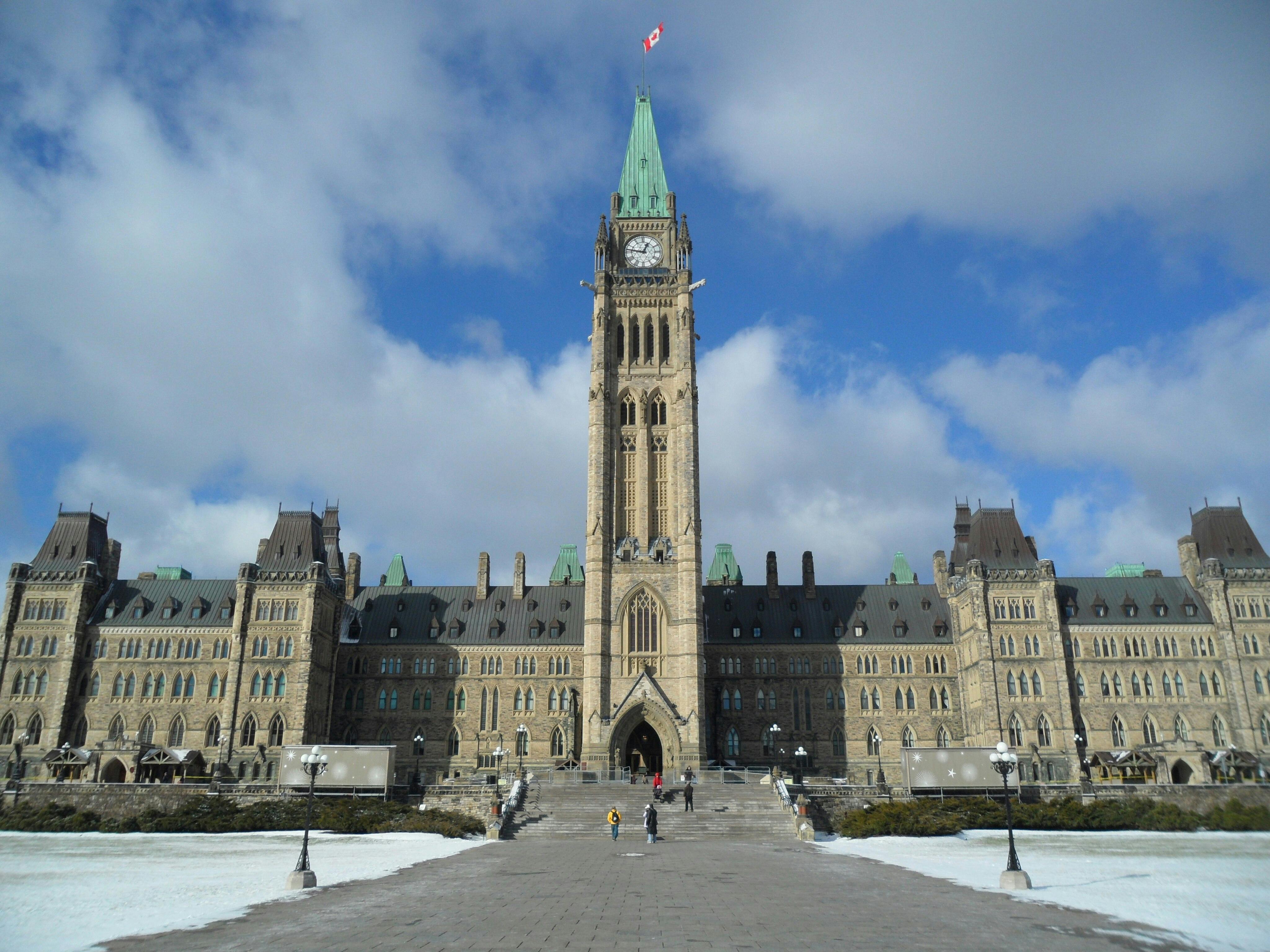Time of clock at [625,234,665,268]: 12:46
